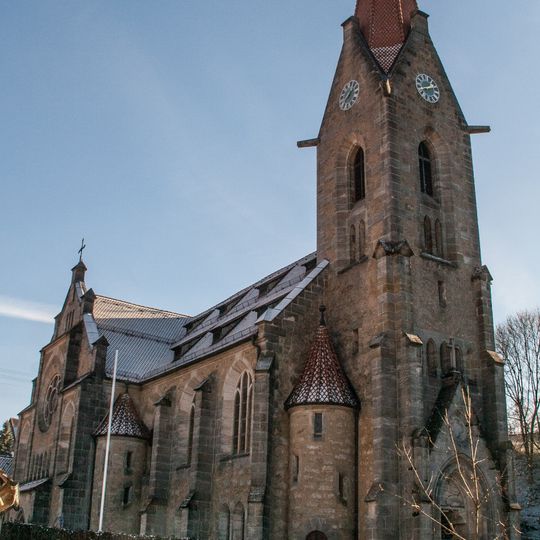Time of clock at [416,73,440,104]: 8:12
